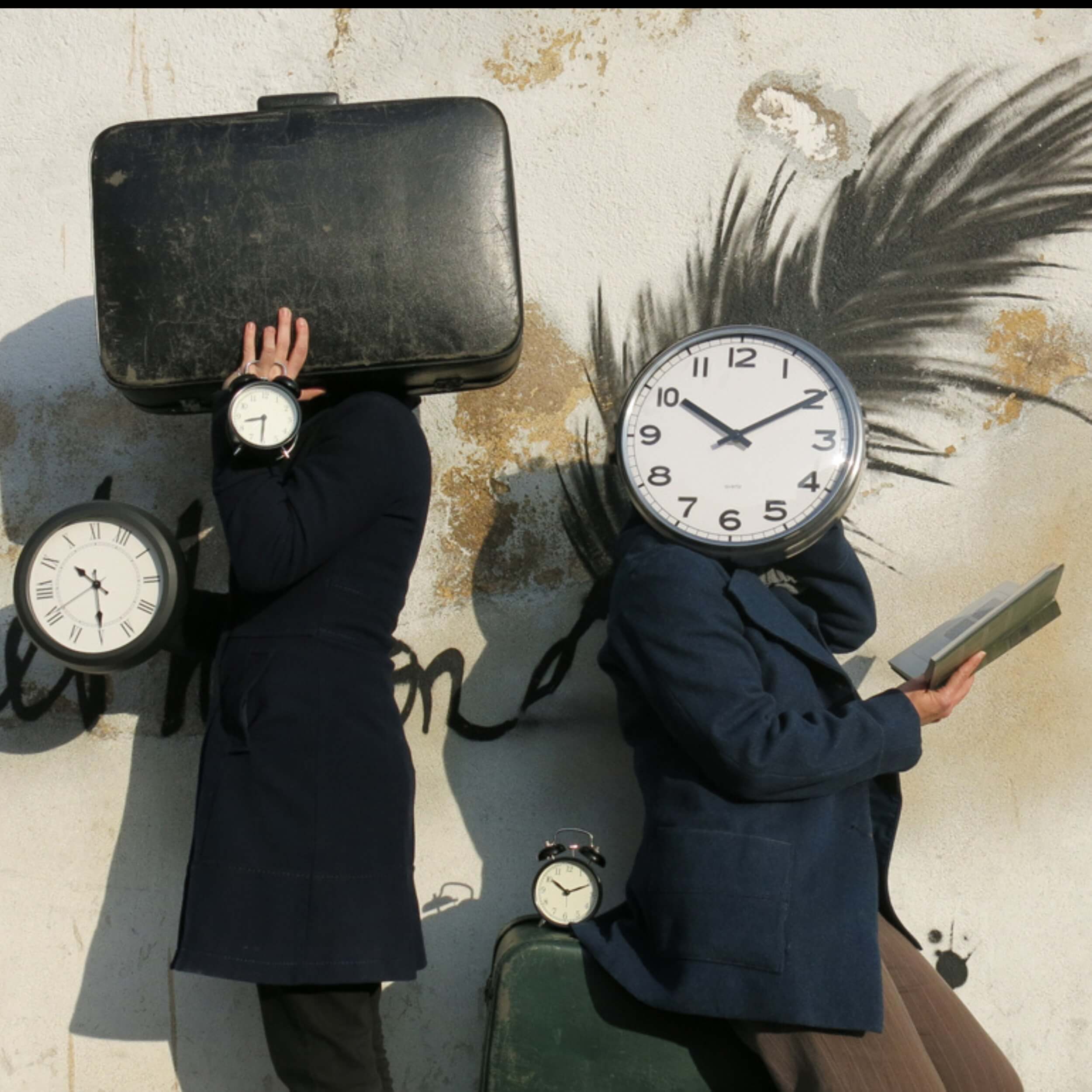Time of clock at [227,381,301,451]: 8:30
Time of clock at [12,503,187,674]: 10:29
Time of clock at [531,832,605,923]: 10:11
